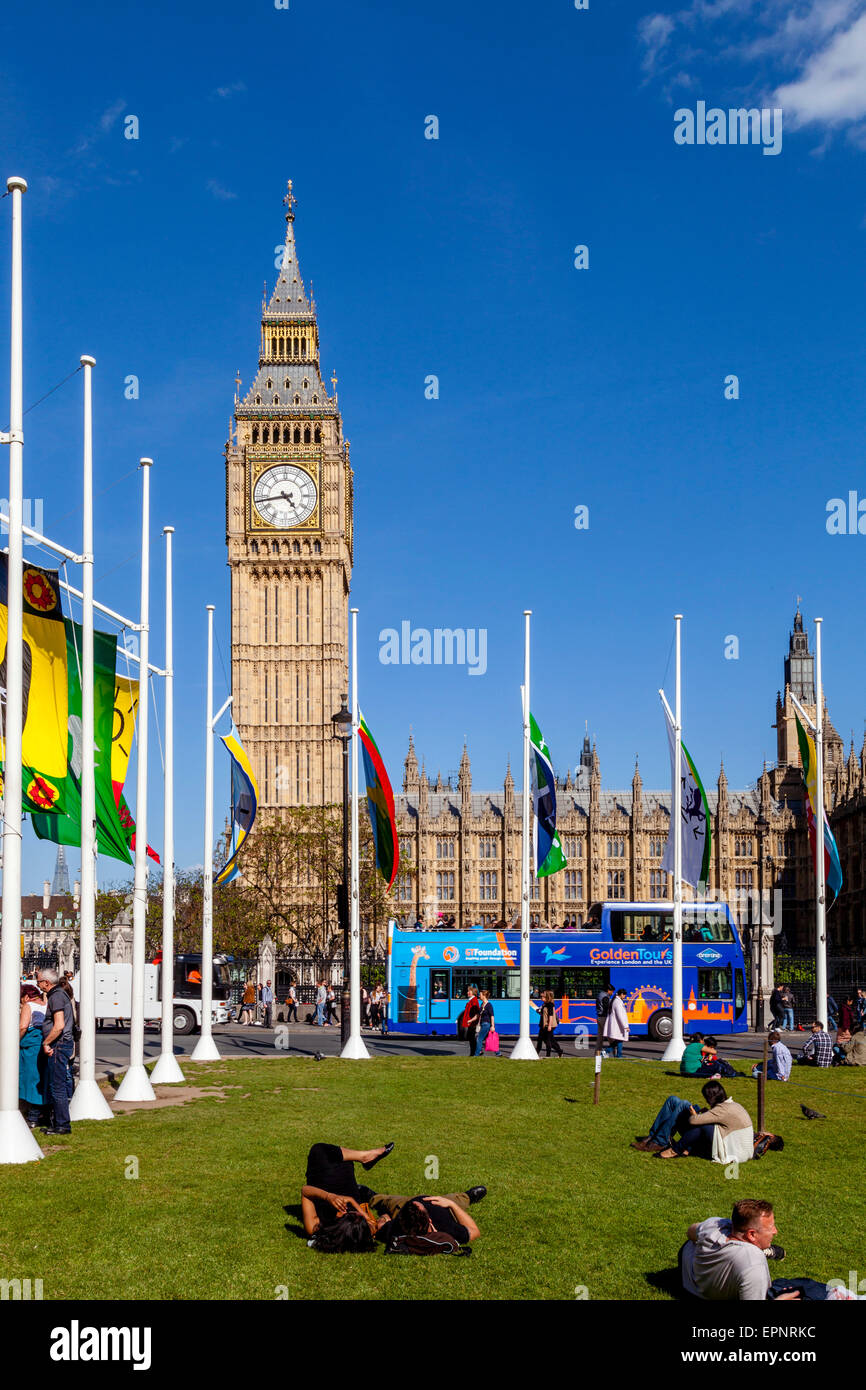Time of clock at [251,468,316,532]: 4:43
